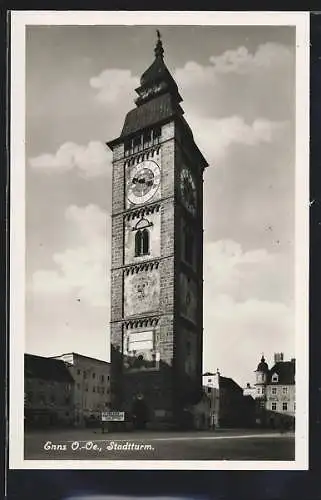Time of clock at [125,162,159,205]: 9:18
